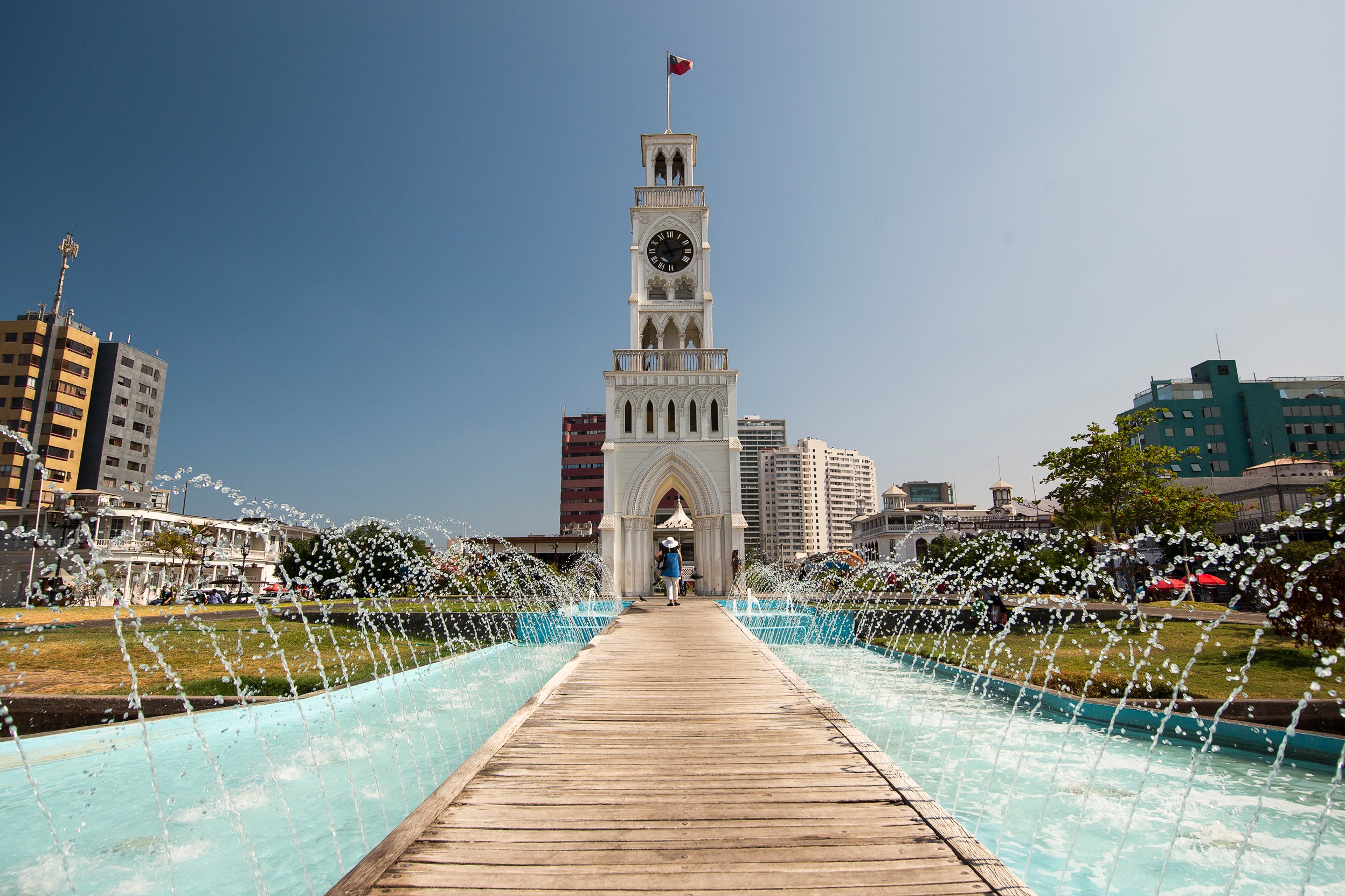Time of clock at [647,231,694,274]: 11:12
